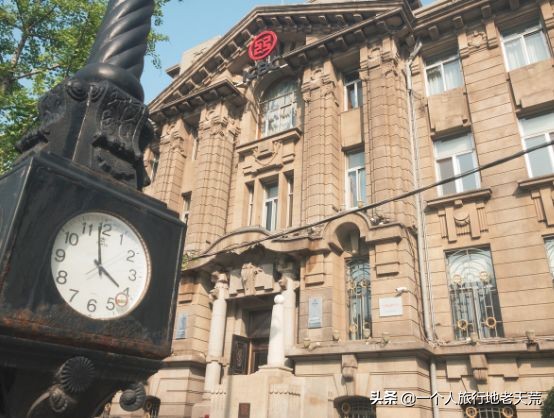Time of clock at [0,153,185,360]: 3:58
